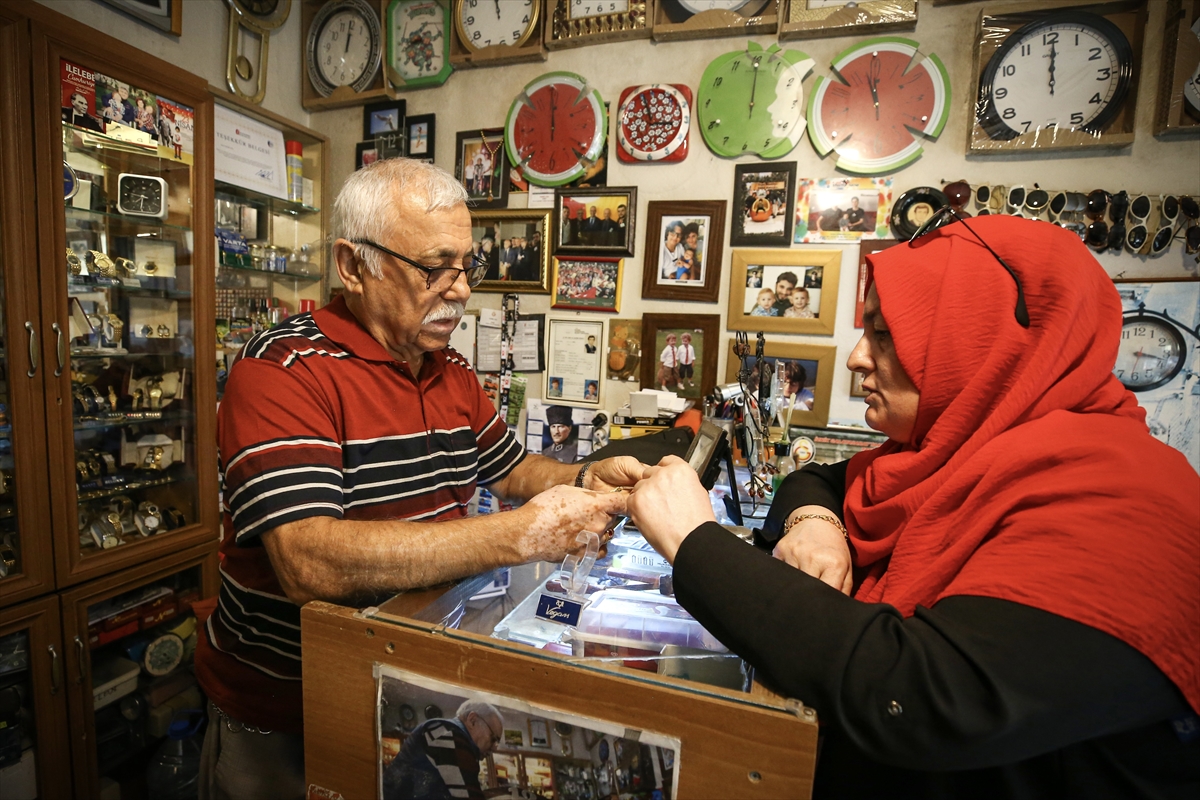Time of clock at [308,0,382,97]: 11:59
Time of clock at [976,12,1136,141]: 12:00
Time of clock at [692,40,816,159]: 12:00
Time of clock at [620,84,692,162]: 2:56
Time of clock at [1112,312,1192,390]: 3:17
